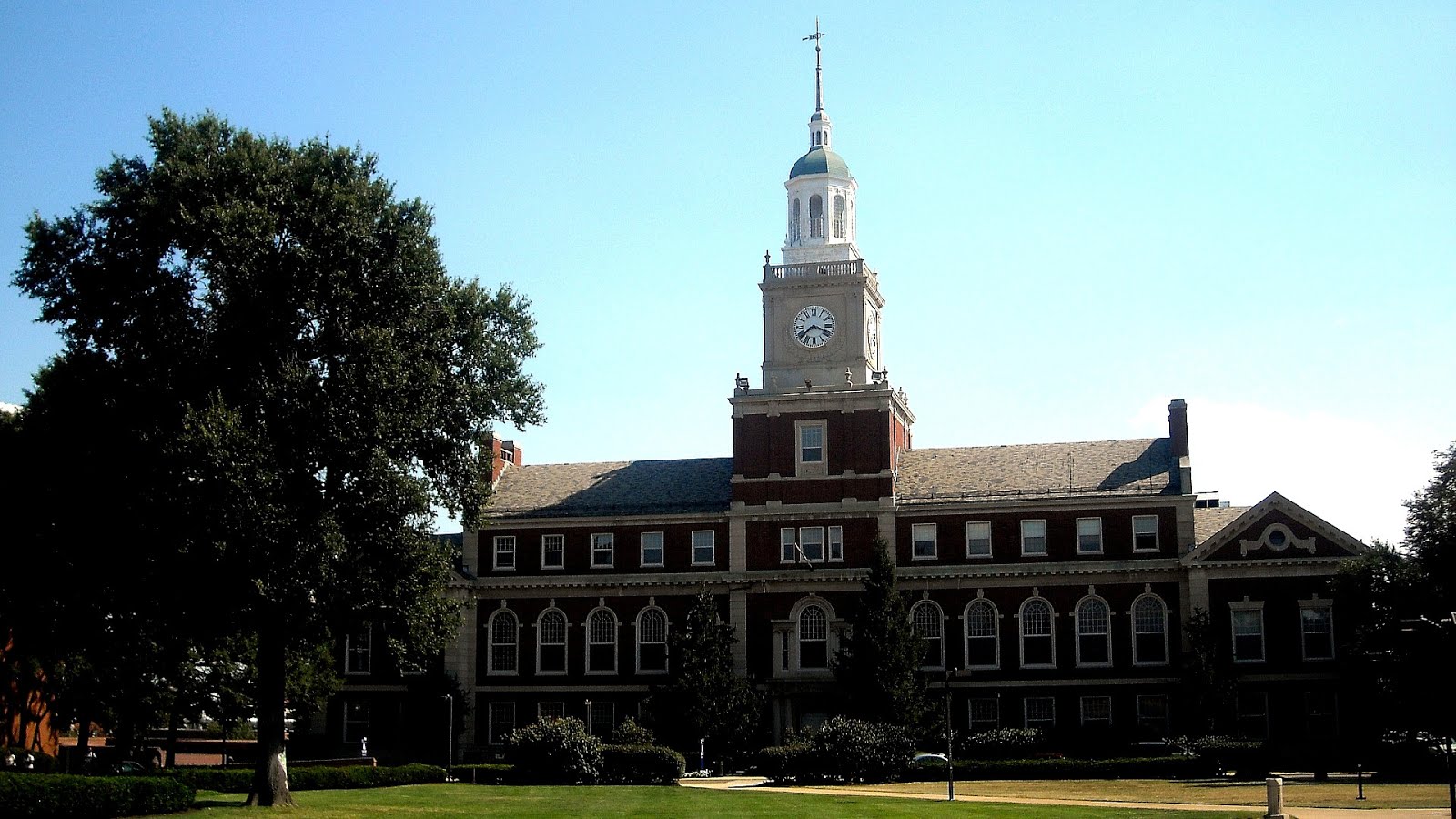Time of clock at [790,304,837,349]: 3:39
